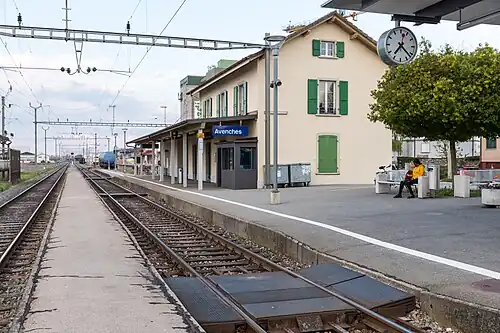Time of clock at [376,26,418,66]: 7:22
